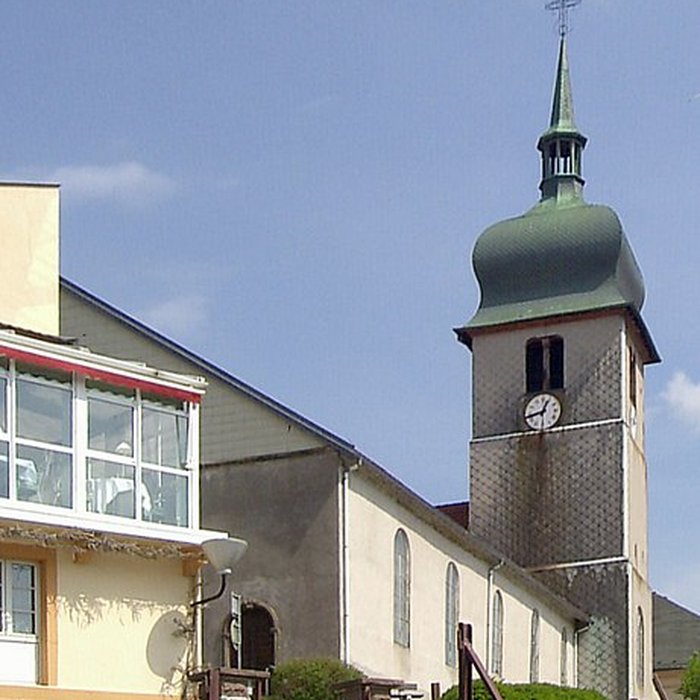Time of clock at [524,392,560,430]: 12:42
